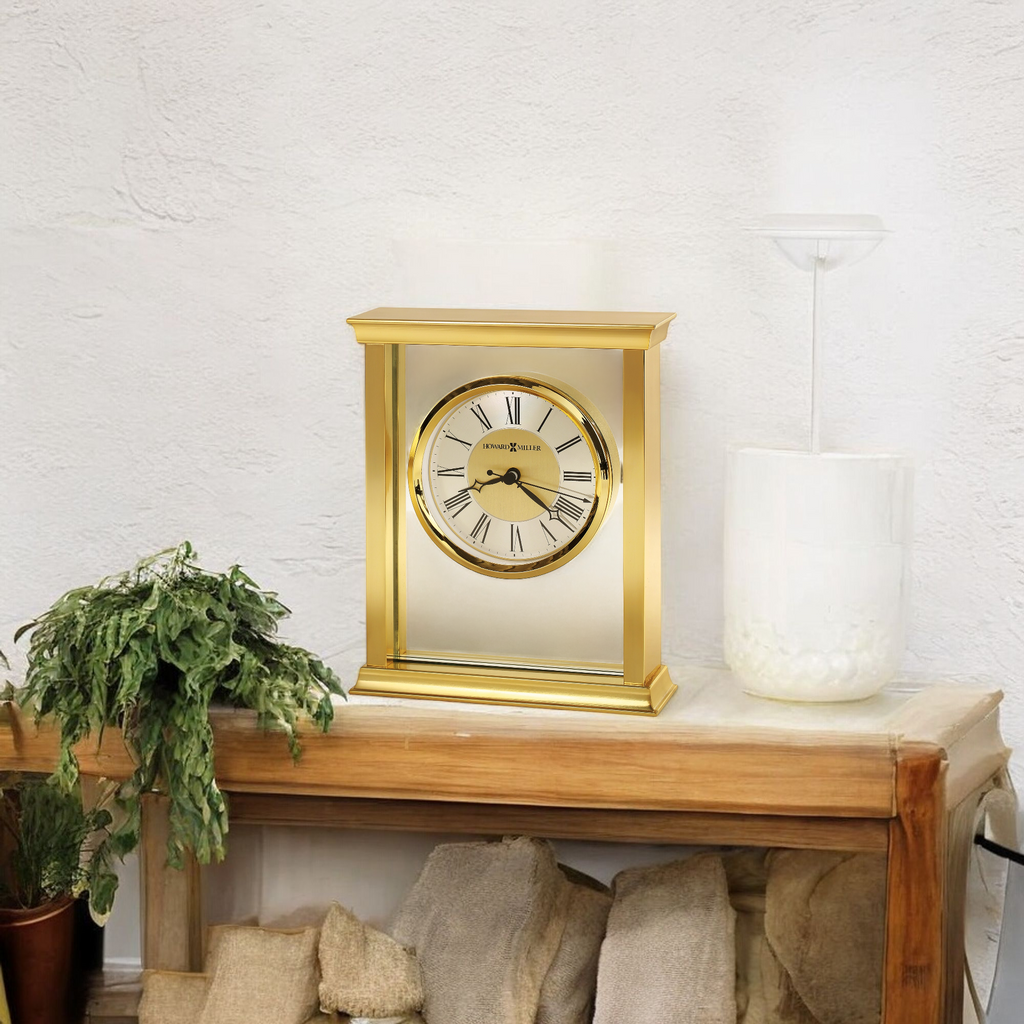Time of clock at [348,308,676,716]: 8:21
